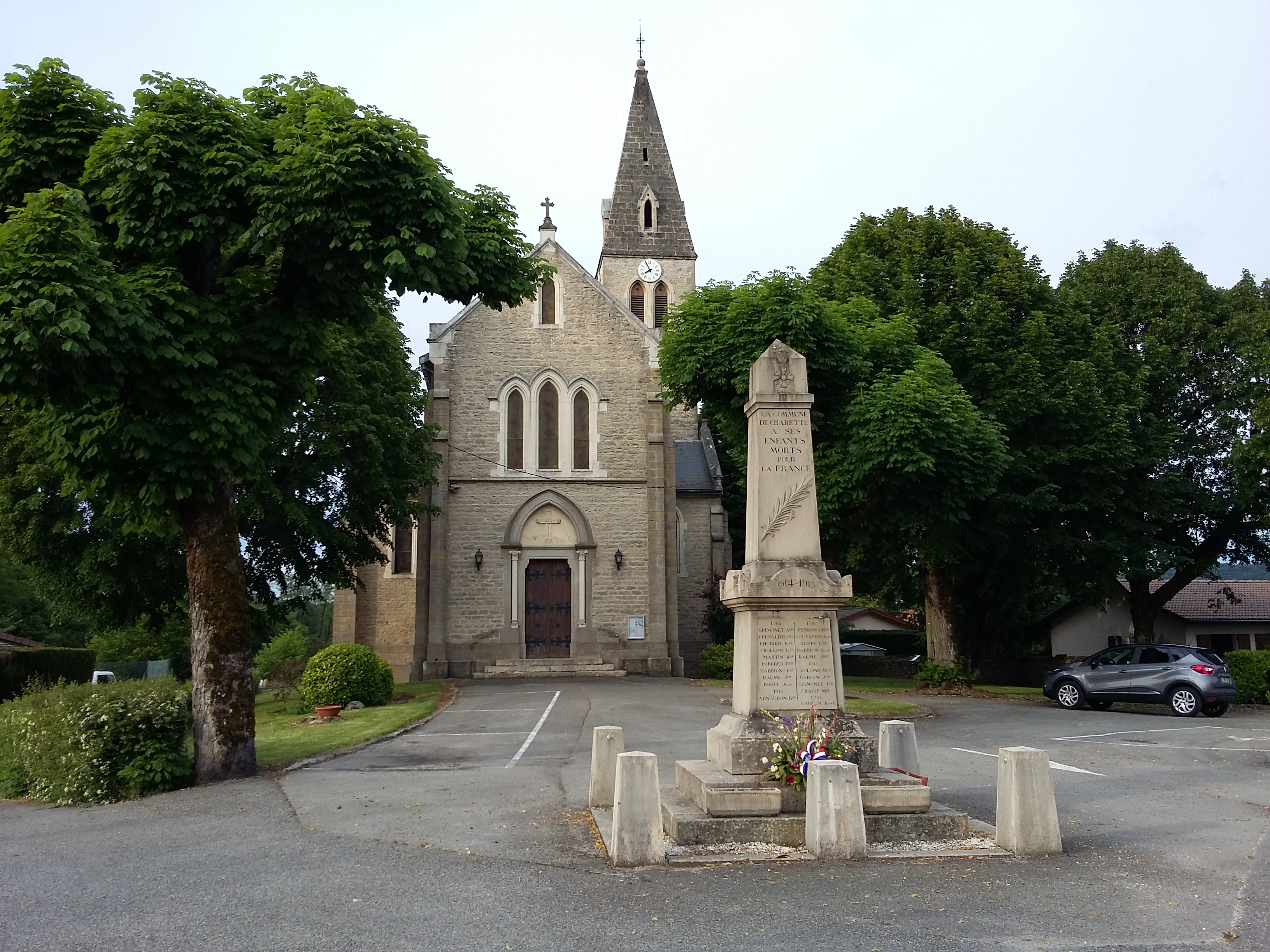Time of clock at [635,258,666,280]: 7:55
